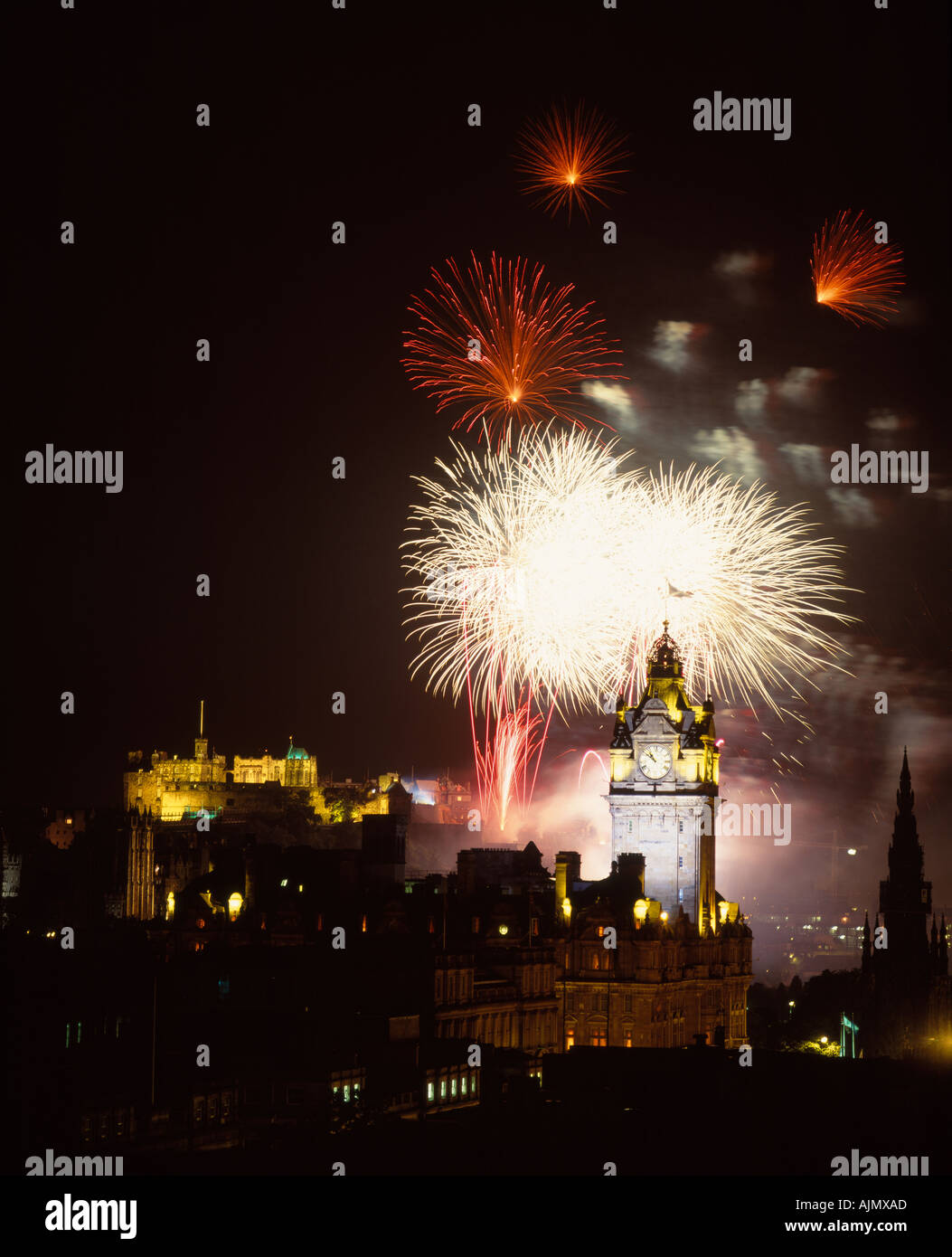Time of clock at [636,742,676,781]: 10:51
